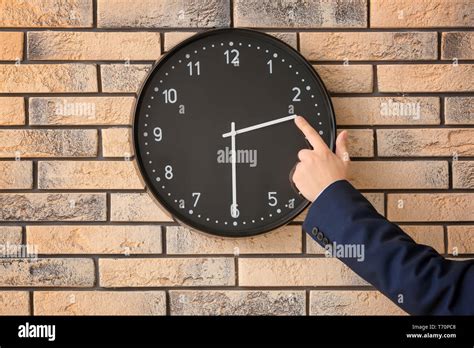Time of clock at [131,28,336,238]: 2:30
